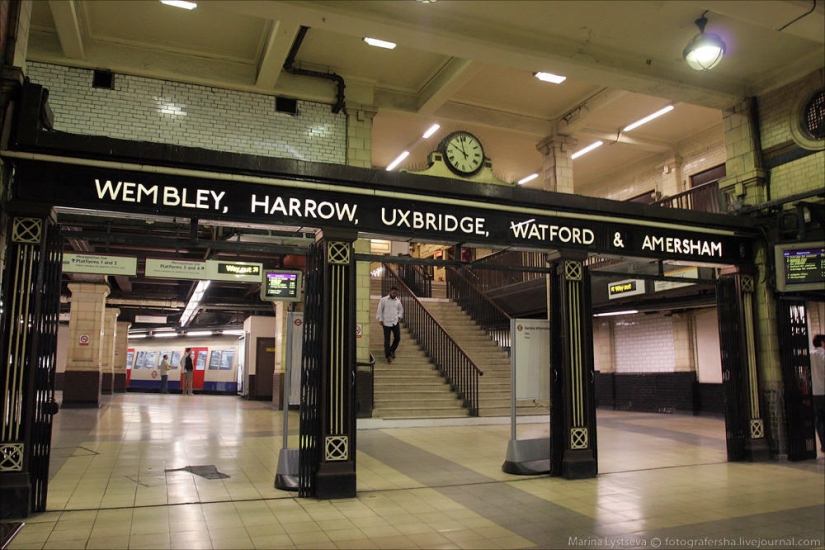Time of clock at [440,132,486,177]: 9:57
